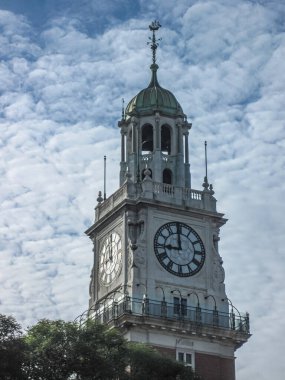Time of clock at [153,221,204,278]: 8:58
